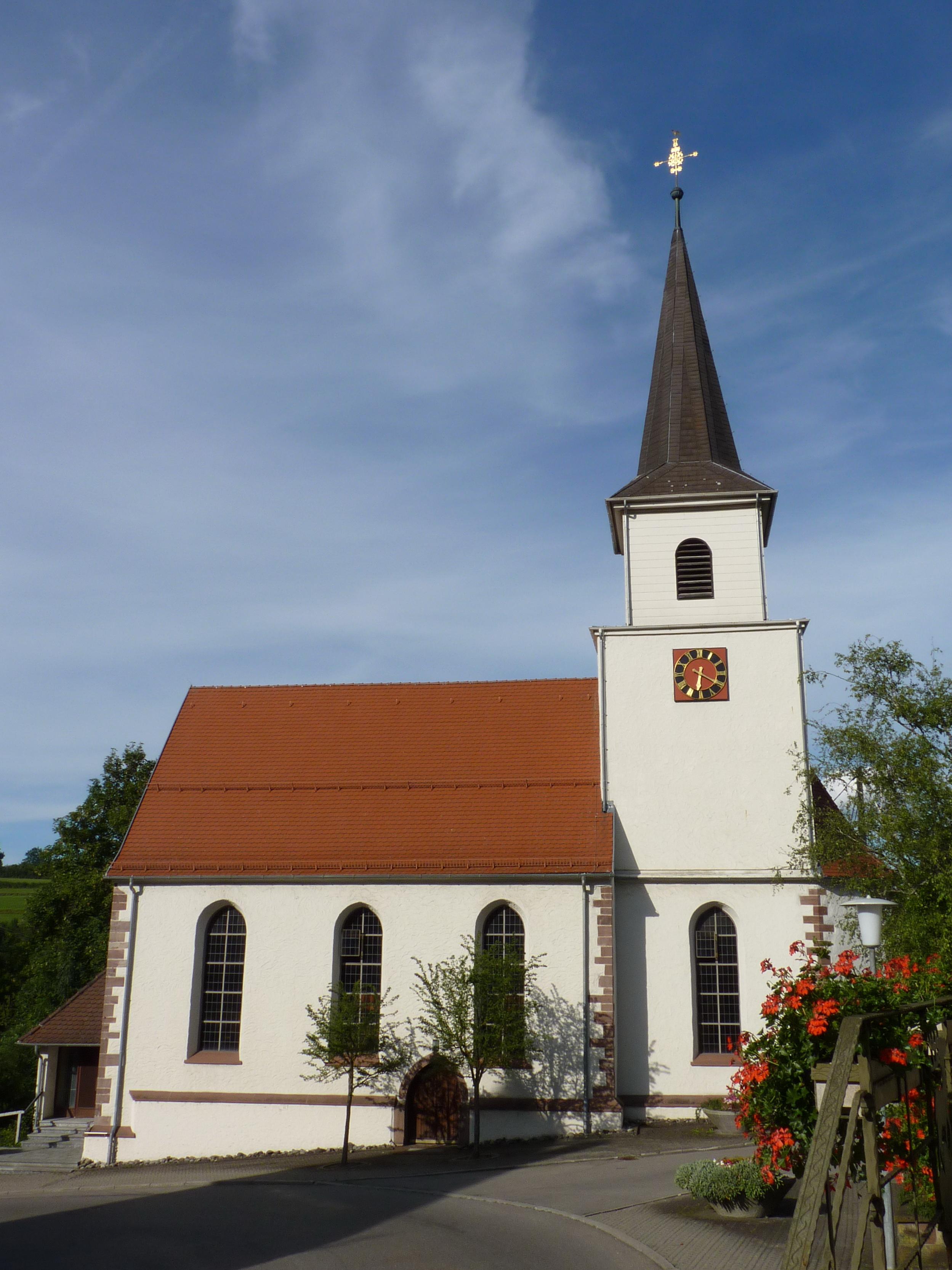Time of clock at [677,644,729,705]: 6:19
